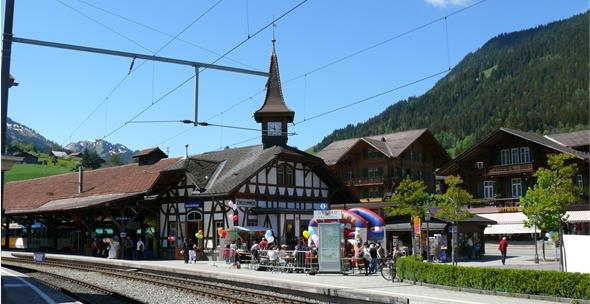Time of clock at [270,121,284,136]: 11:48
